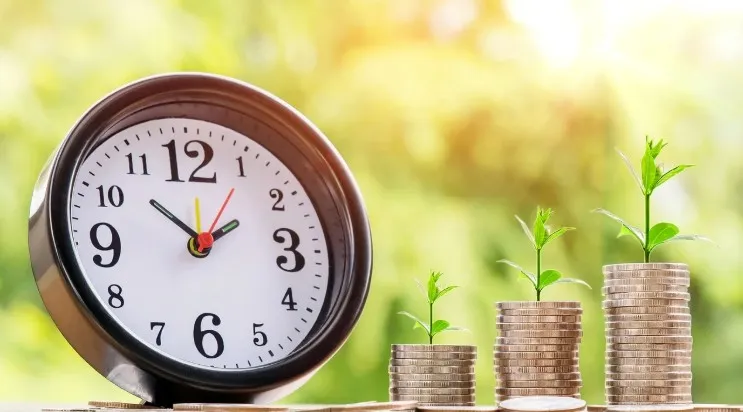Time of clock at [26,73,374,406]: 1:51
